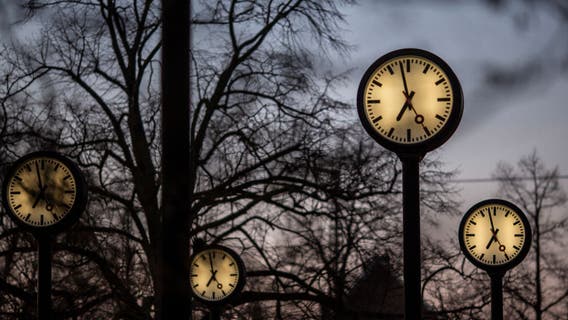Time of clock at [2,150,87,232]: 6:58
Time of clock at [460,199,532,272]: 6:57
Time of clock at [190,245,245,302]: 6:58
